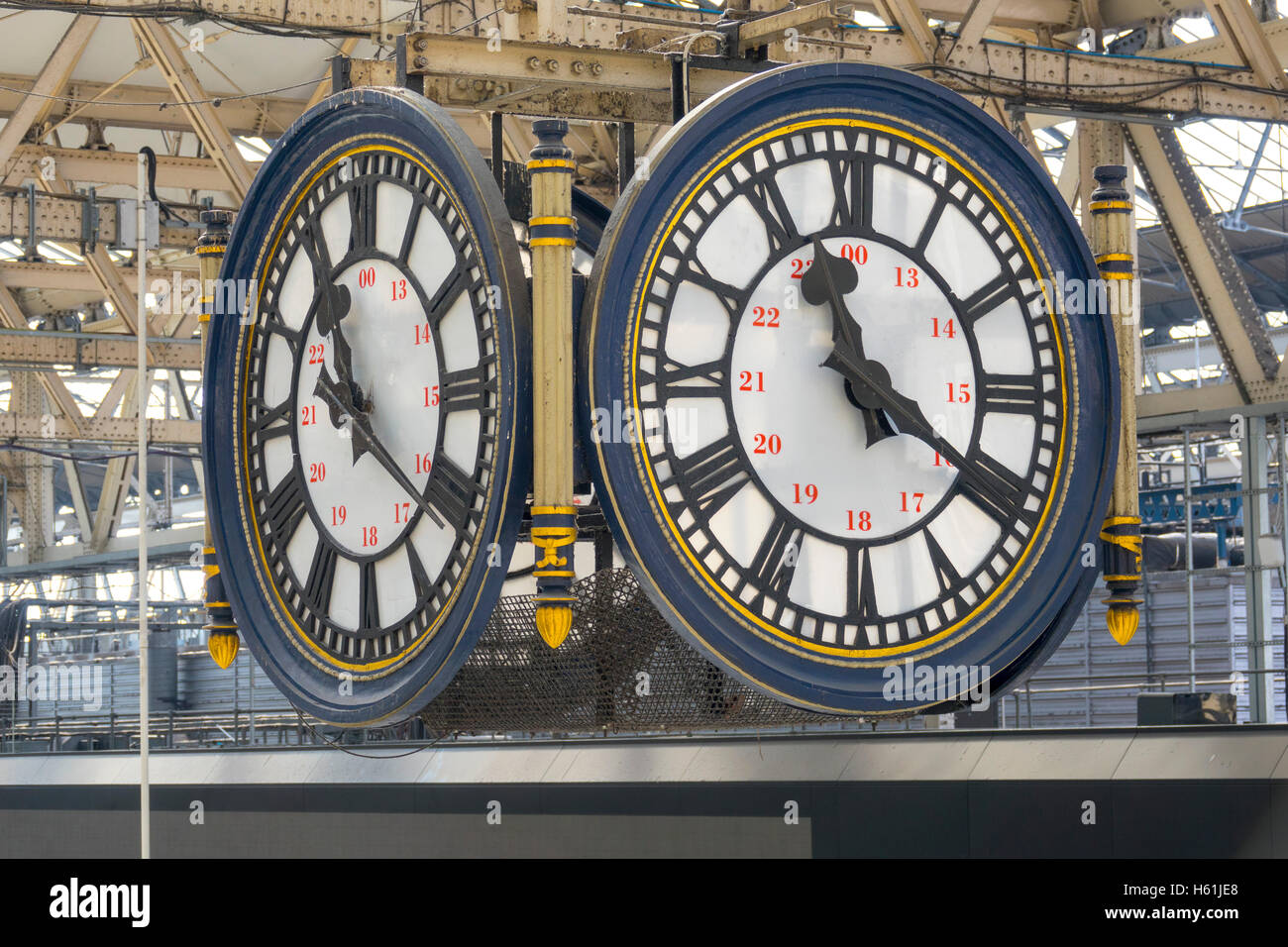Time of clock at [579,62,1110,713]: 11:20
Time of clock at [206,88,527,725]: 11:21
